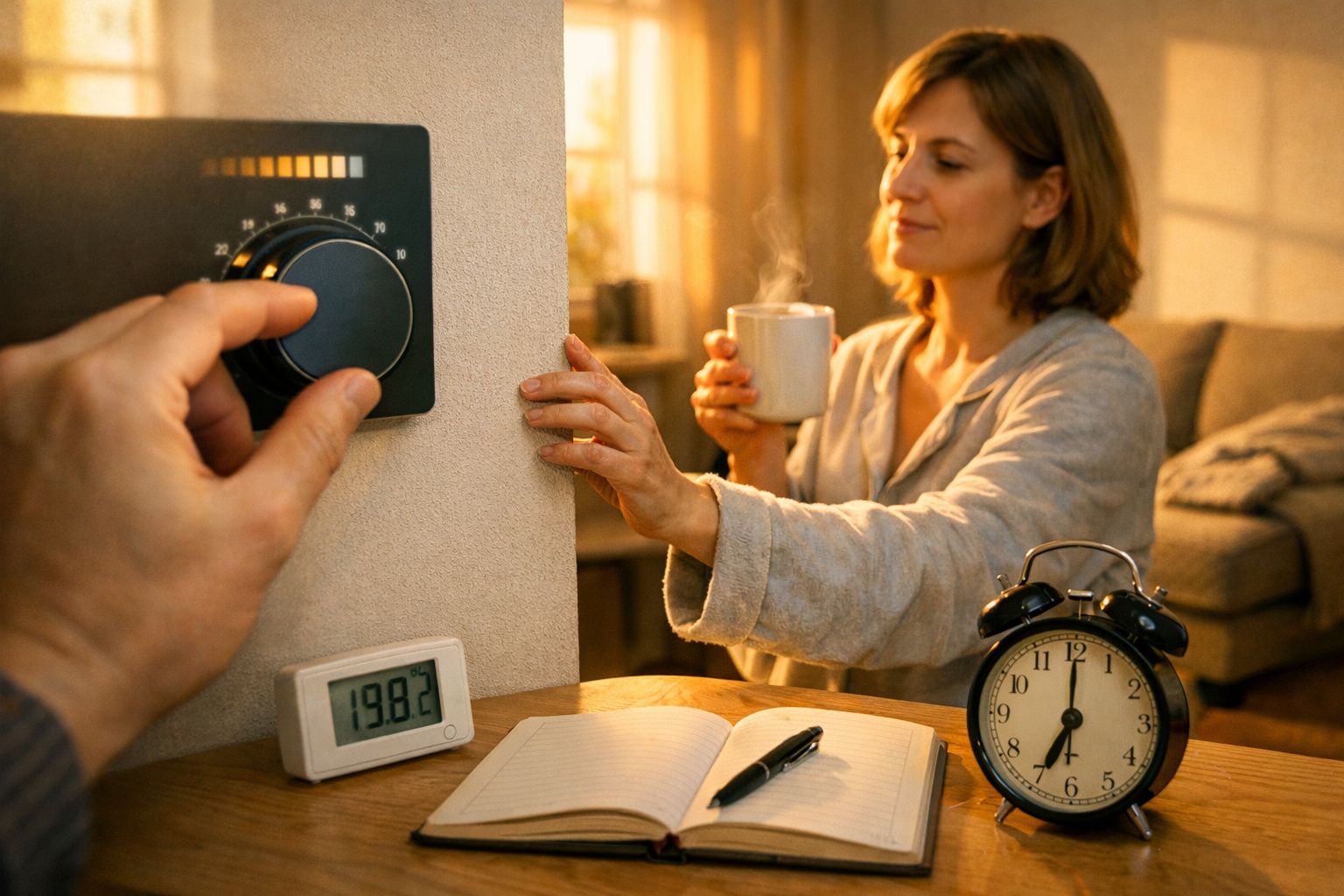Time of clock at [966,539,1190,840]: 7:00
